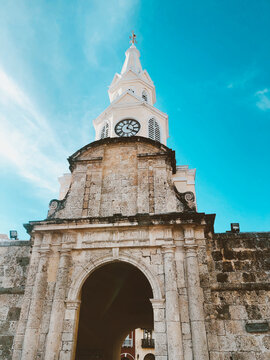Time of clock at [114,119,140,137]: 4:03
